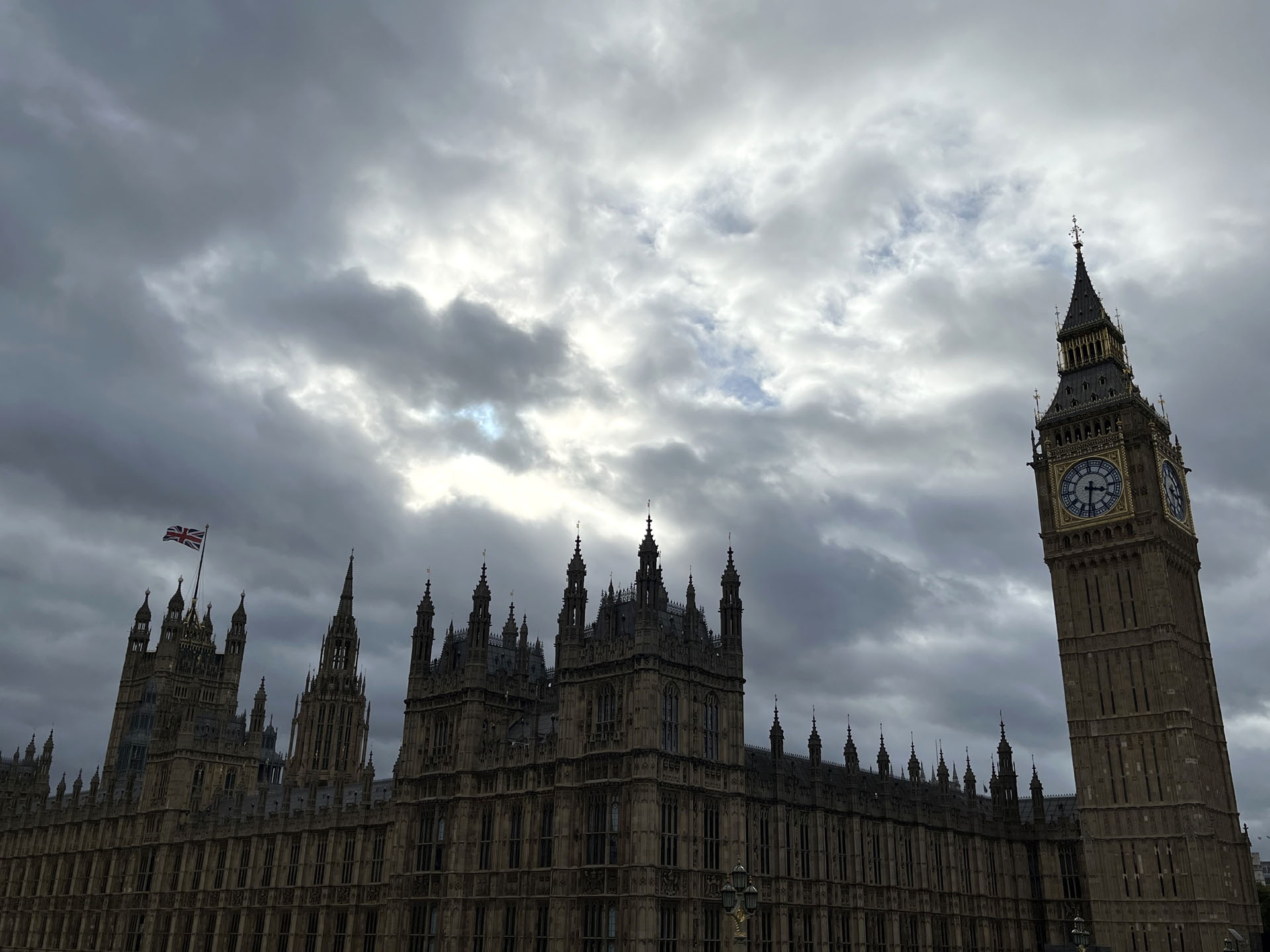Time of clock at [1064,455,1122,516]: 3:31
